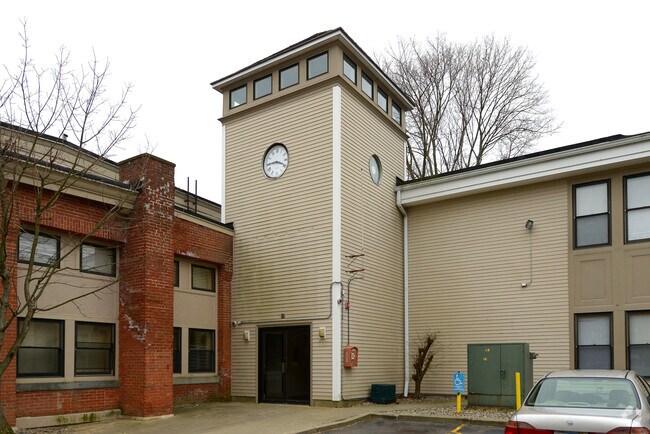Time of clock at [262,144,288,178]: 3:44
